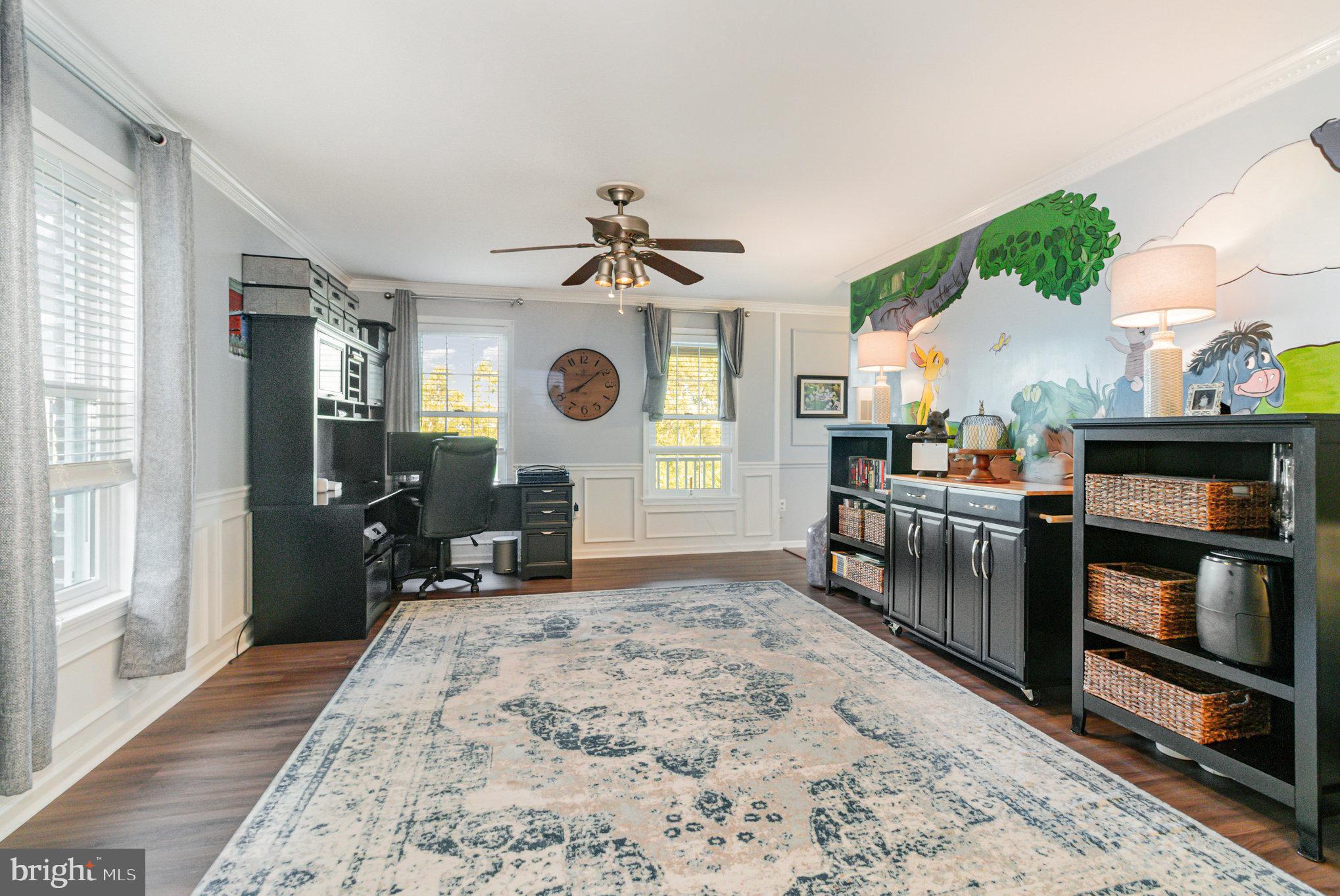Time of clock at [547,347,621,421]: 8:08
